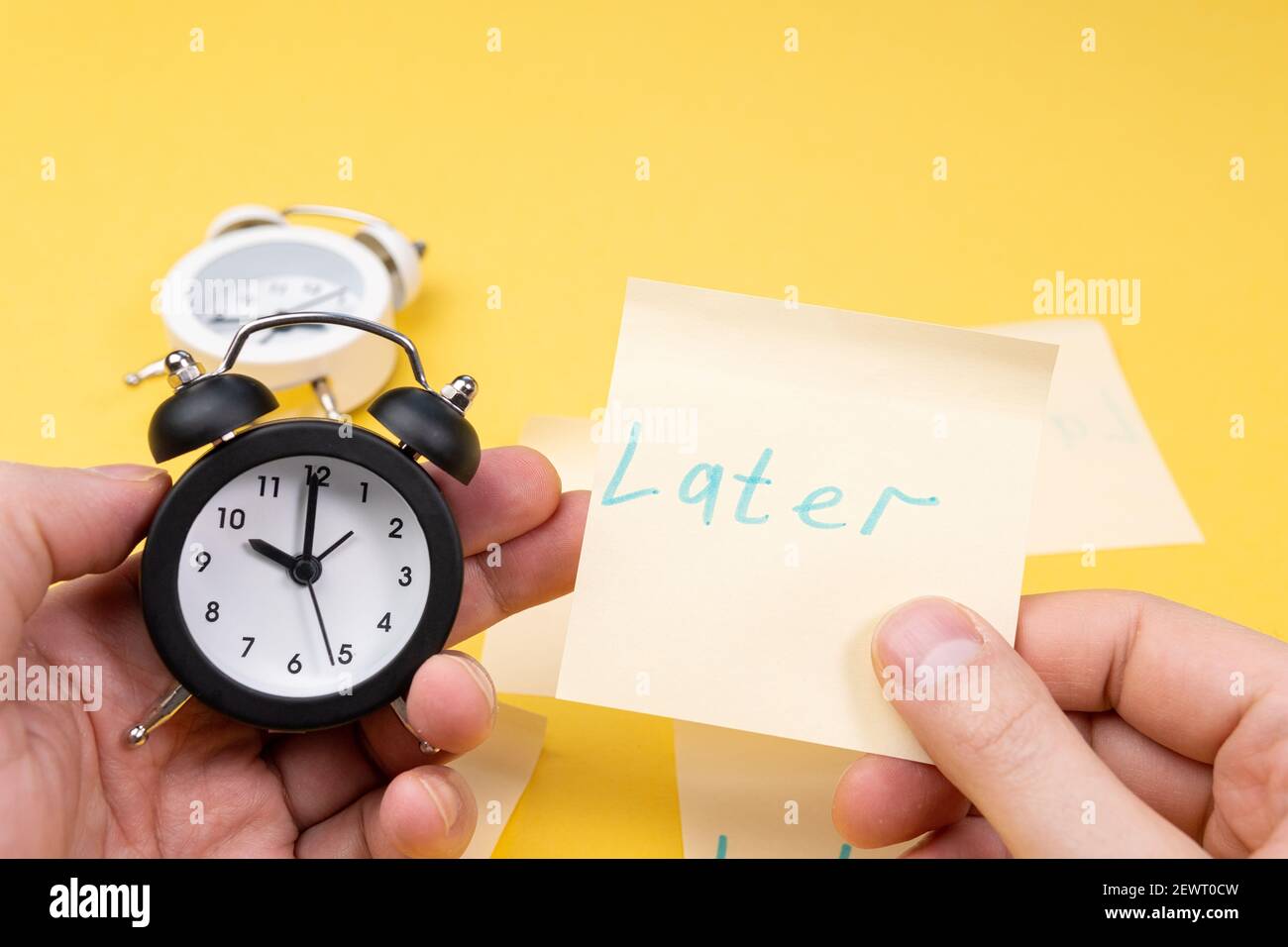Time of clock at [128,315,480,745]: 10:00
